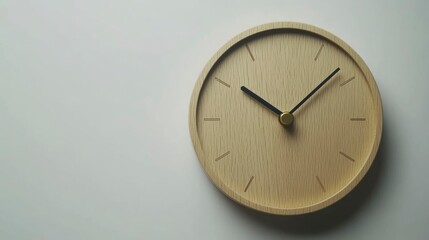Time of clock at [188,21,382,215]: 10:08
